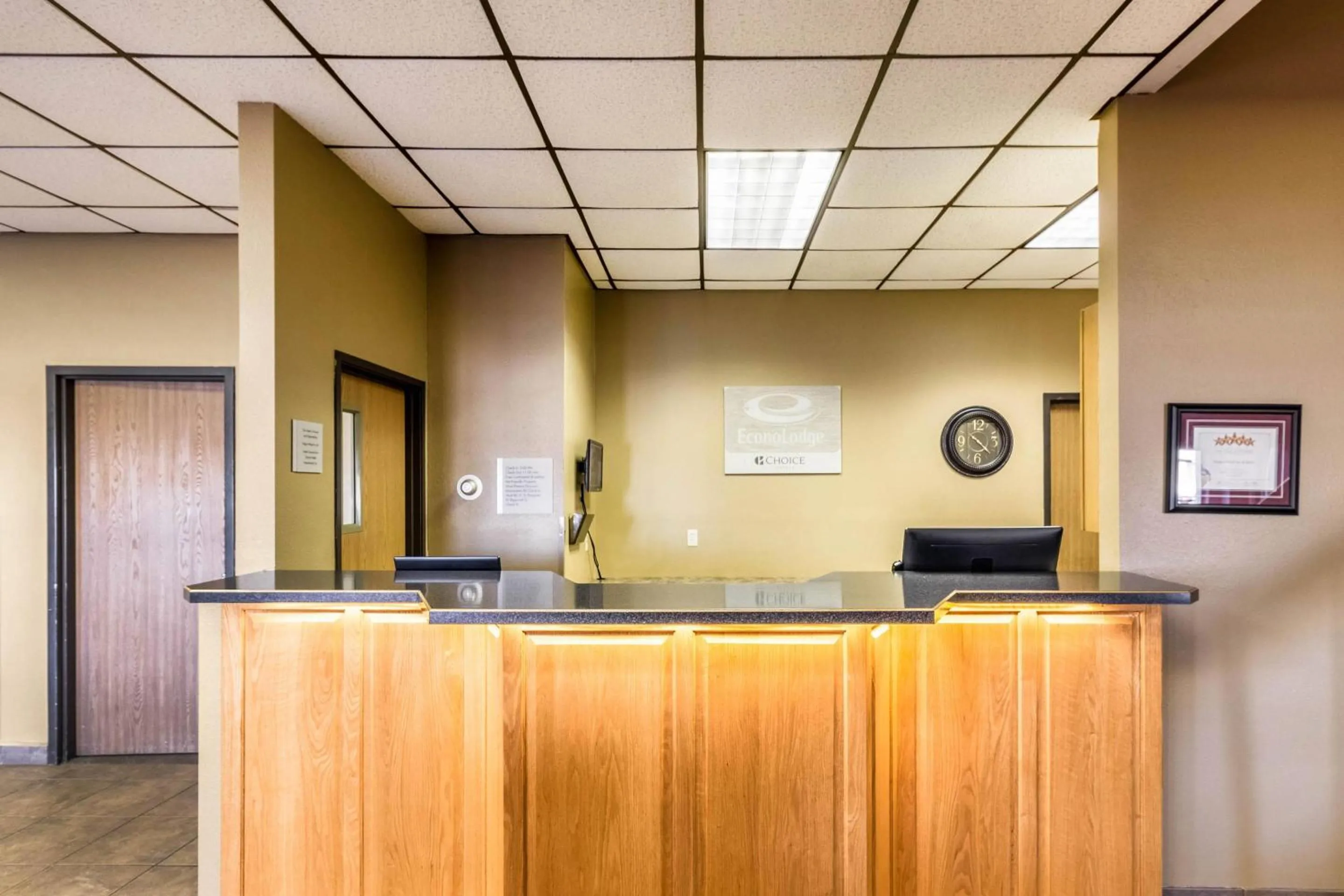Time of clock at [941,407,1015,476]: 4:22
